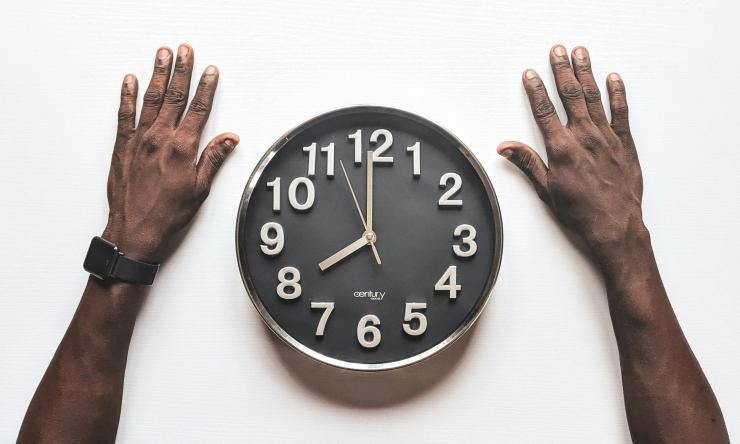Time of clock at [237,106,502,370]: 7:59
